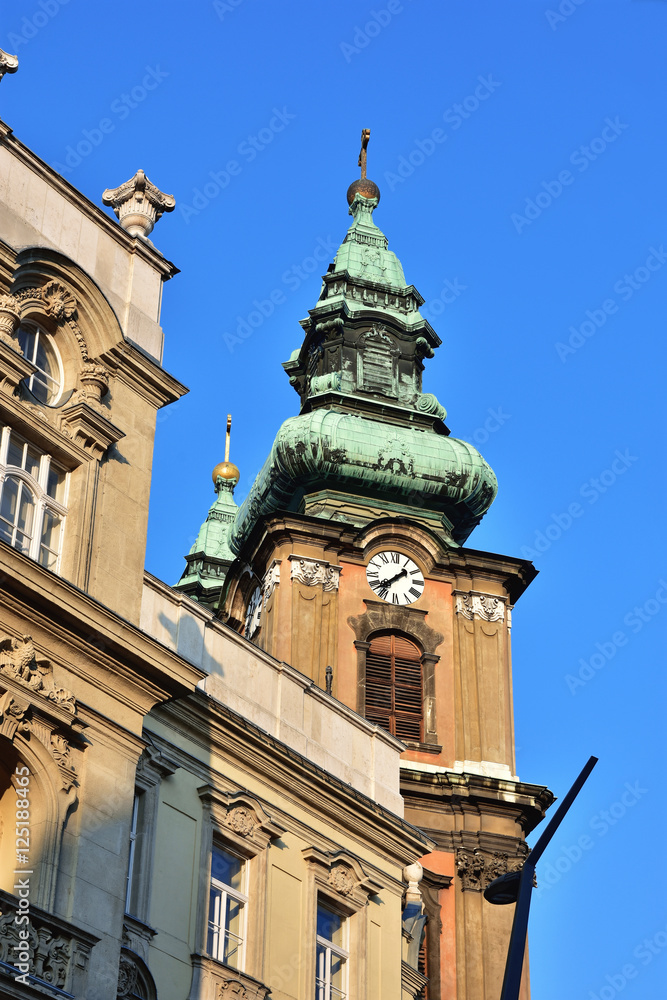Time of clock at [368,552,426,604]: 1:37
